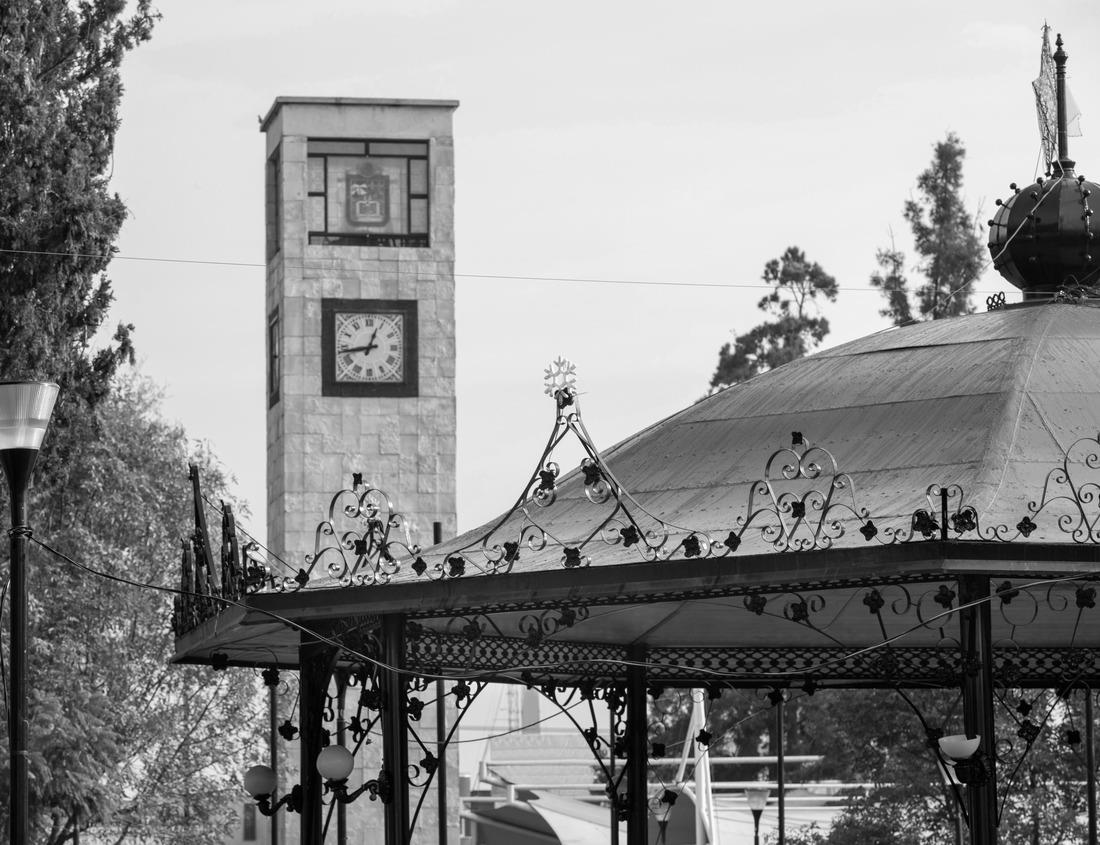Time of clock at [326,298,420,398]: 12:43
